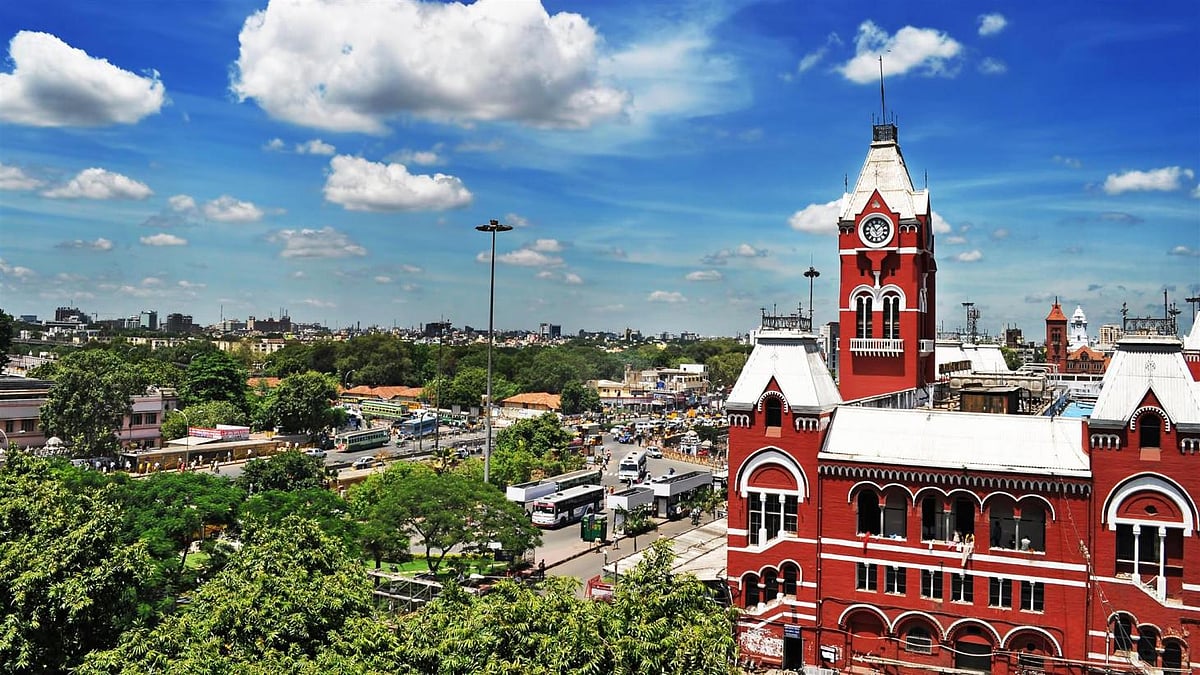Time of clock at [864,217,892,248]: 11:07
